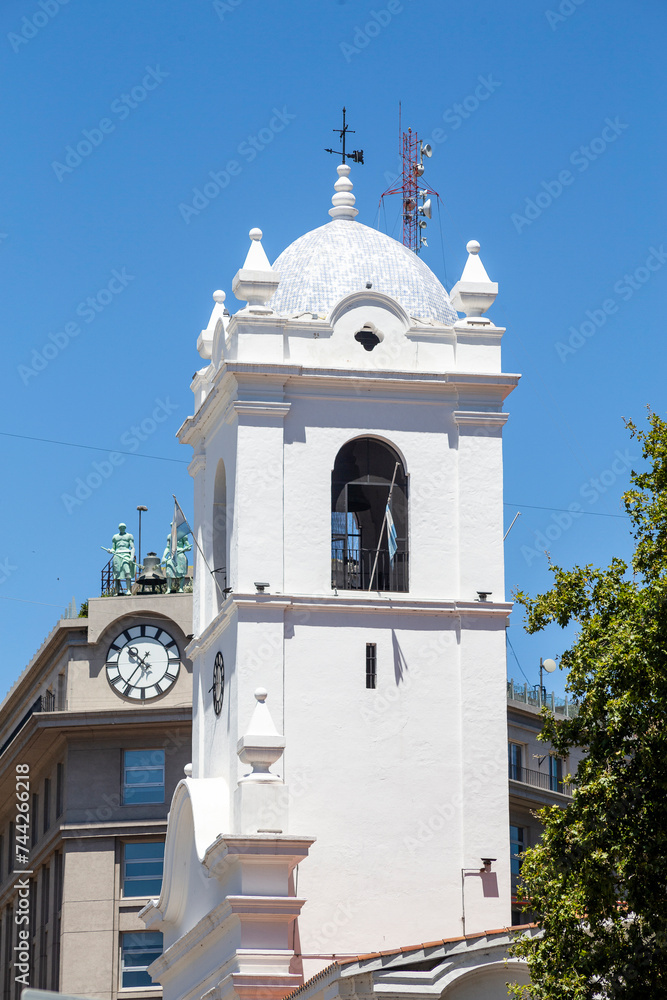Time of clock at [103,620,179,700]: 10:36
